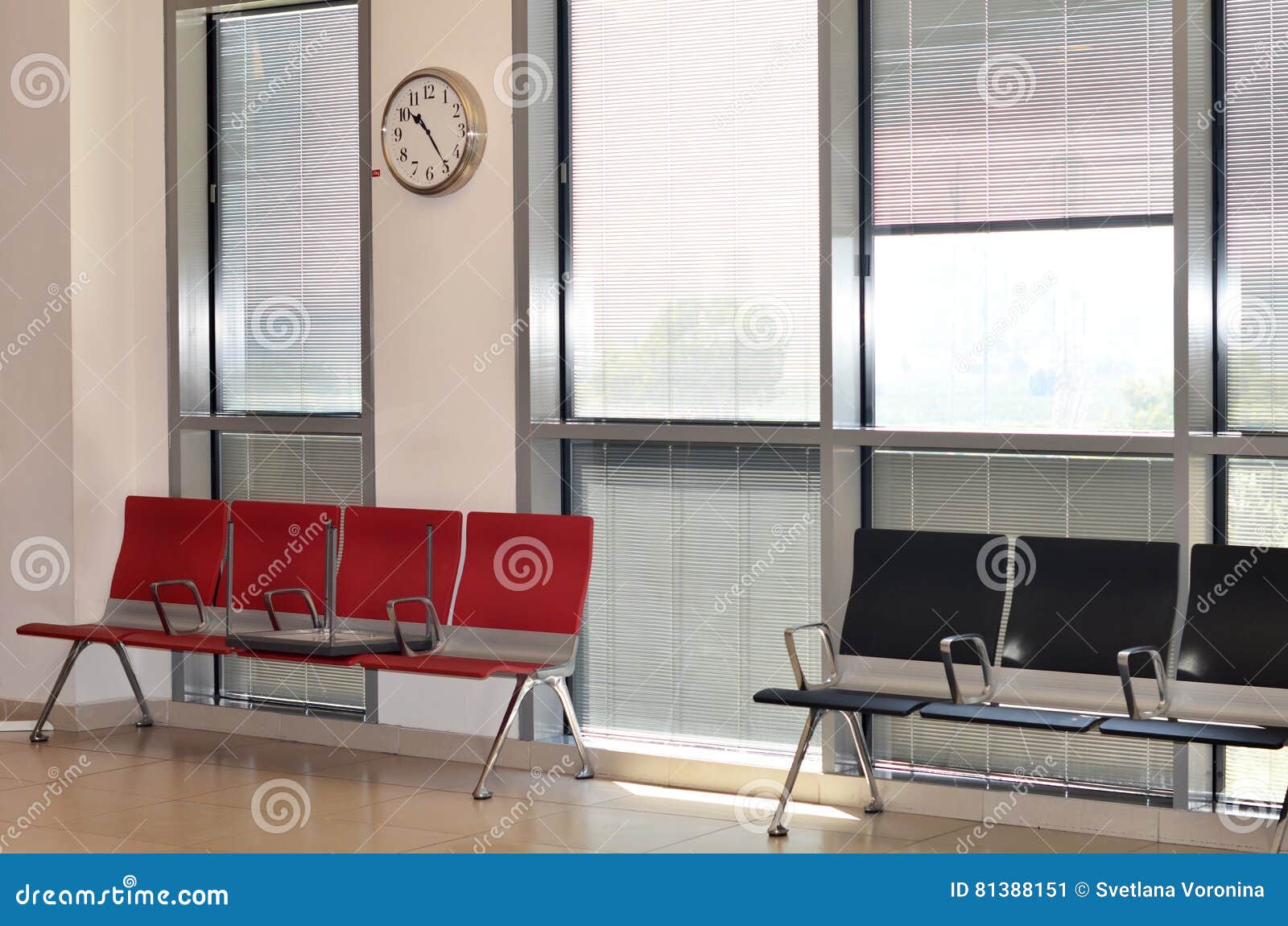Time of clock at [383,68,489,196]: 10:24
